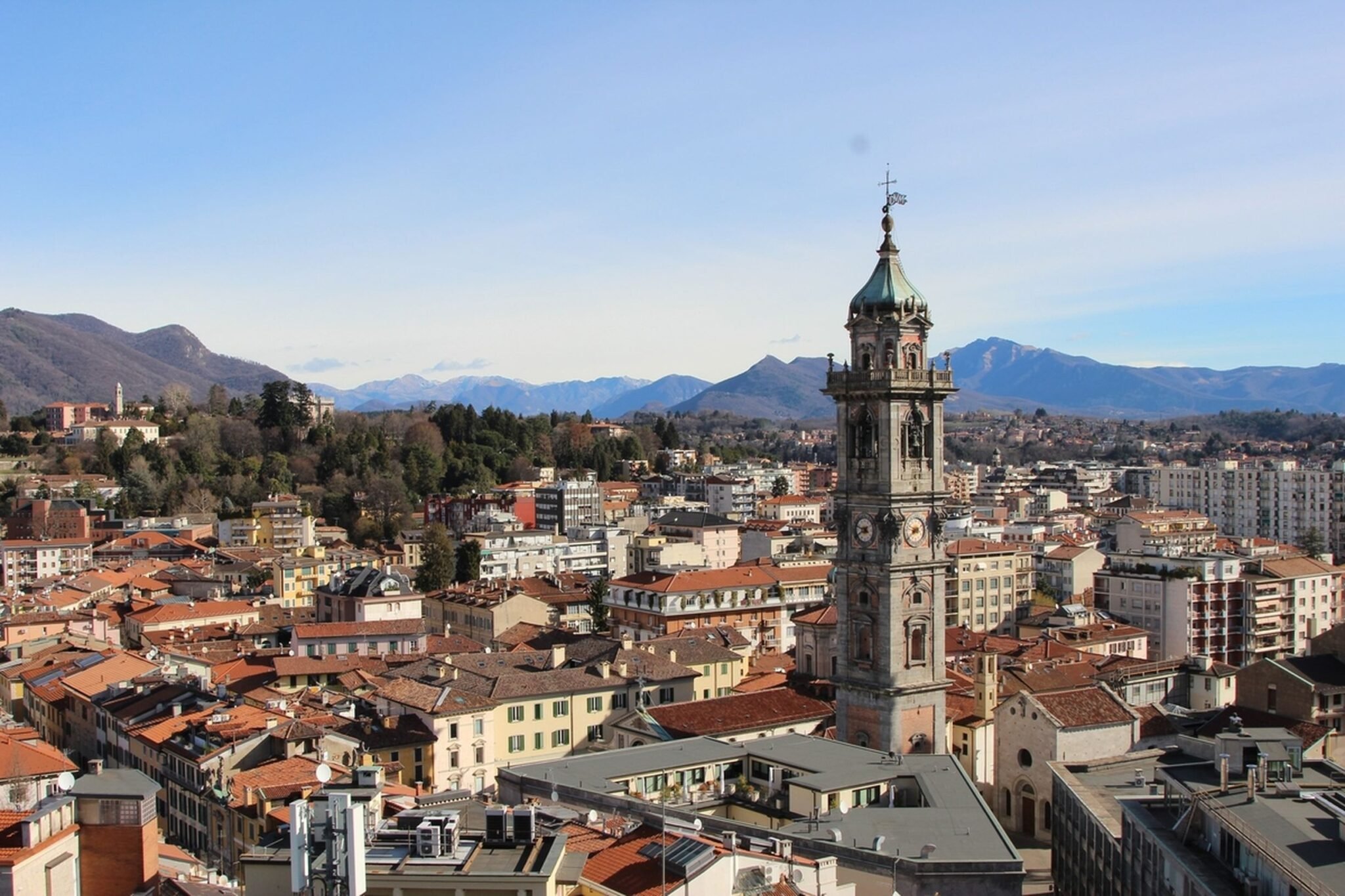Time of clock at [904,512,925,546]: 8:38
